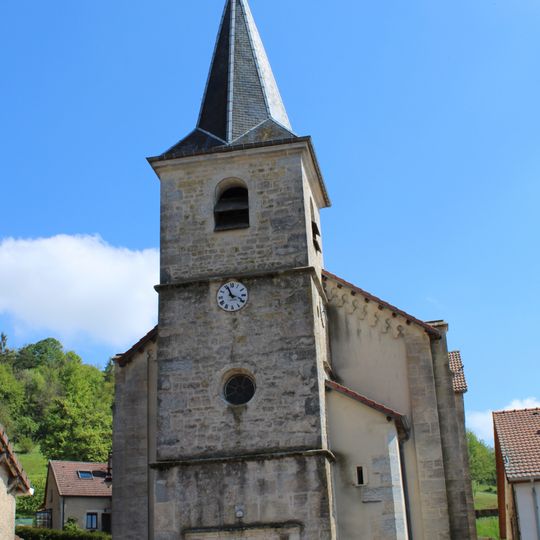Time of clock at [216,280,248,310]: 3:56
